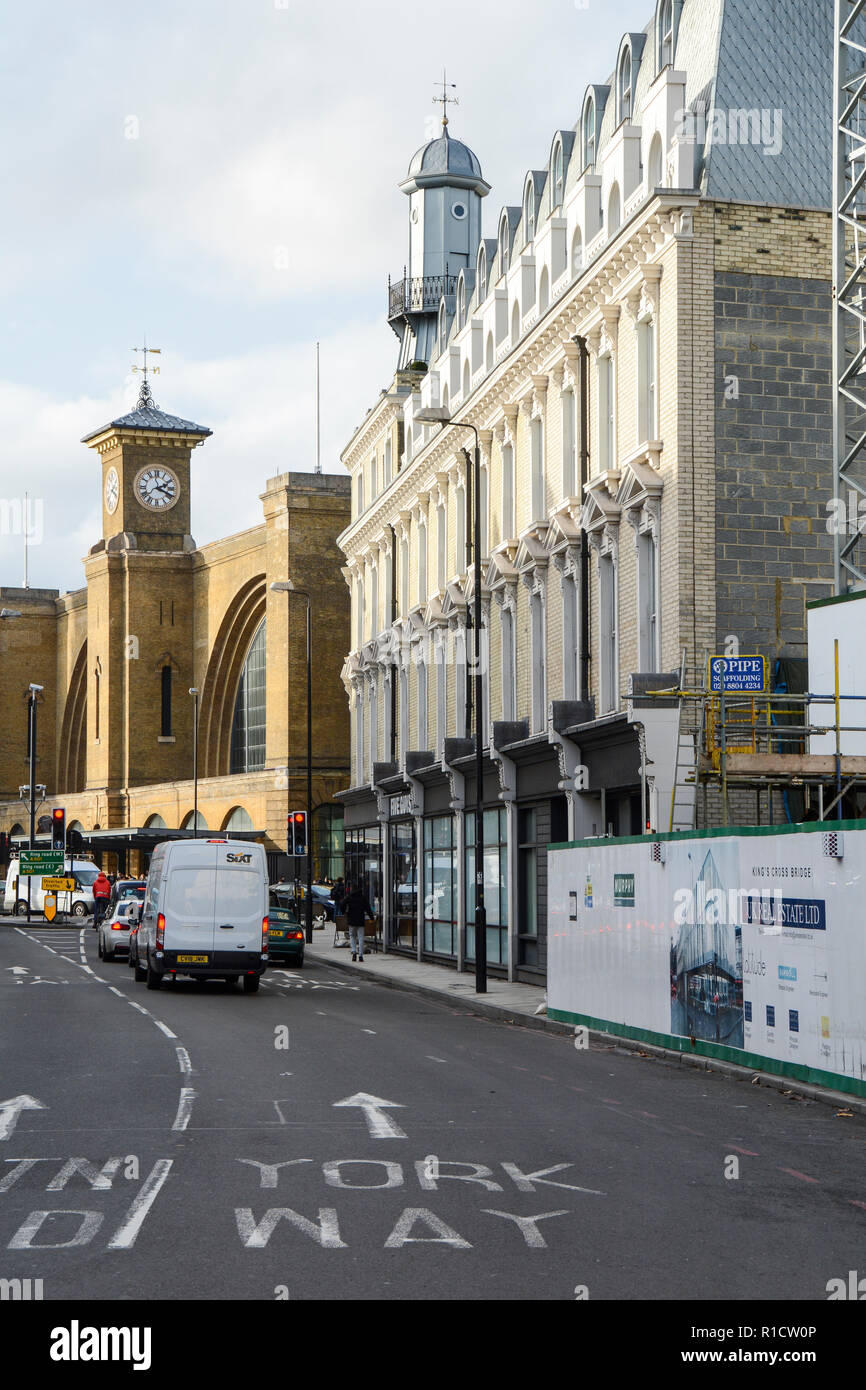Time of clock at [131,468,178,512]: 2:18
